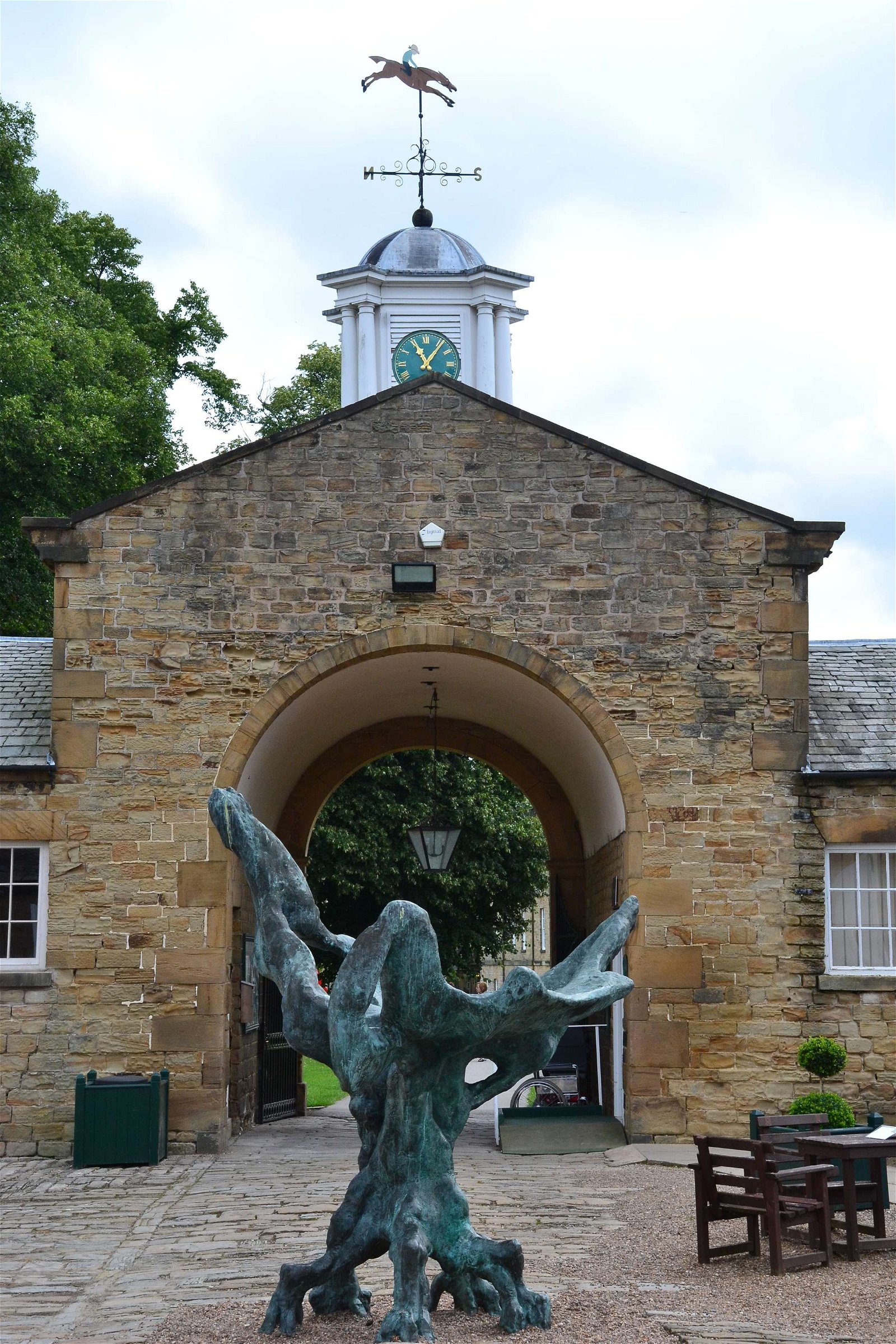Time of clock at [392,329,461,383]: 11:06
